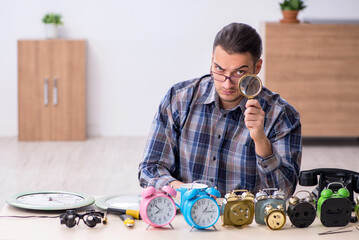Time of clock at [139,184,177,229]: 7:52
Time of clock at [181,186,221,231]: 1:14
